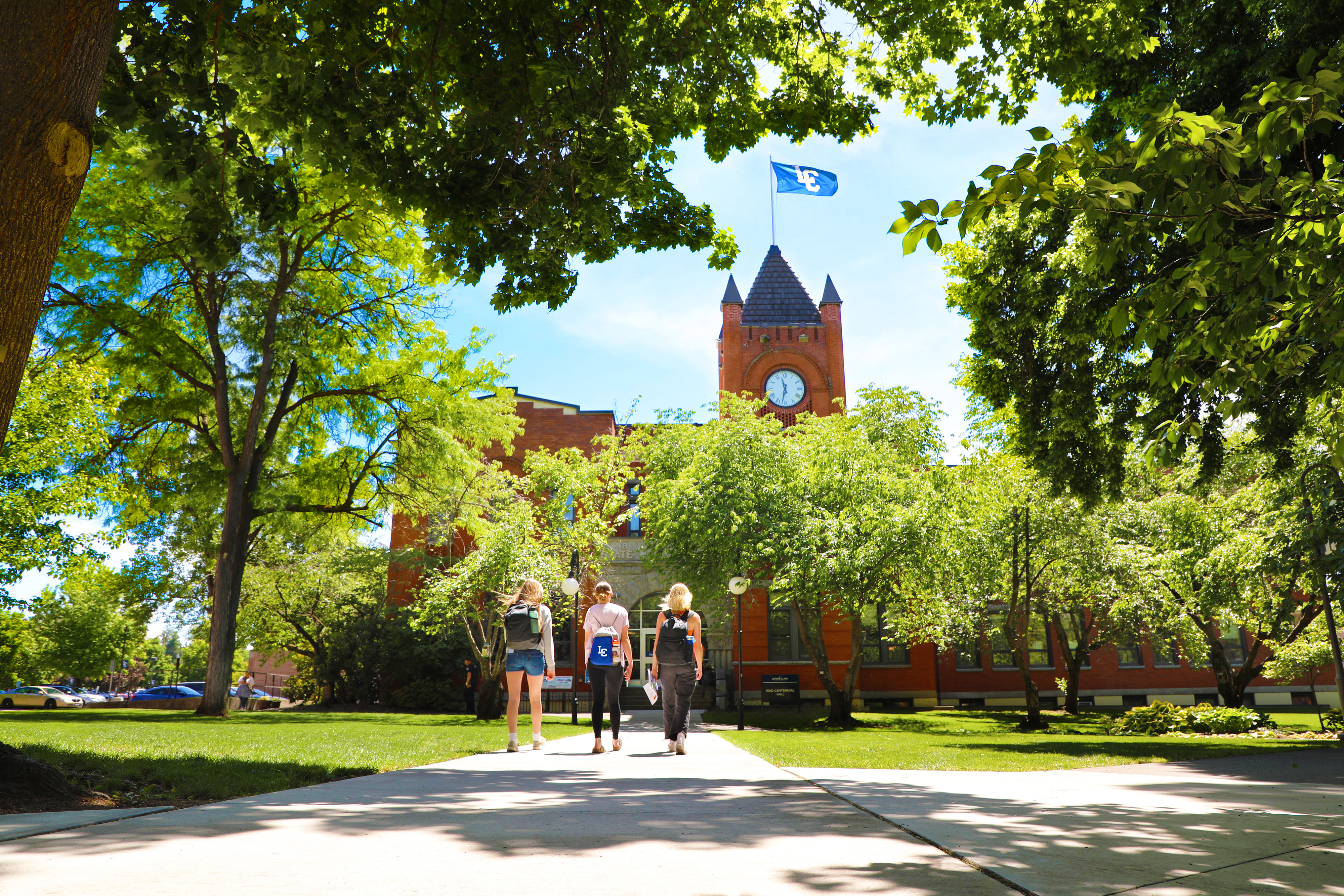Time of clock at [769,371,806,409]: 11:32
